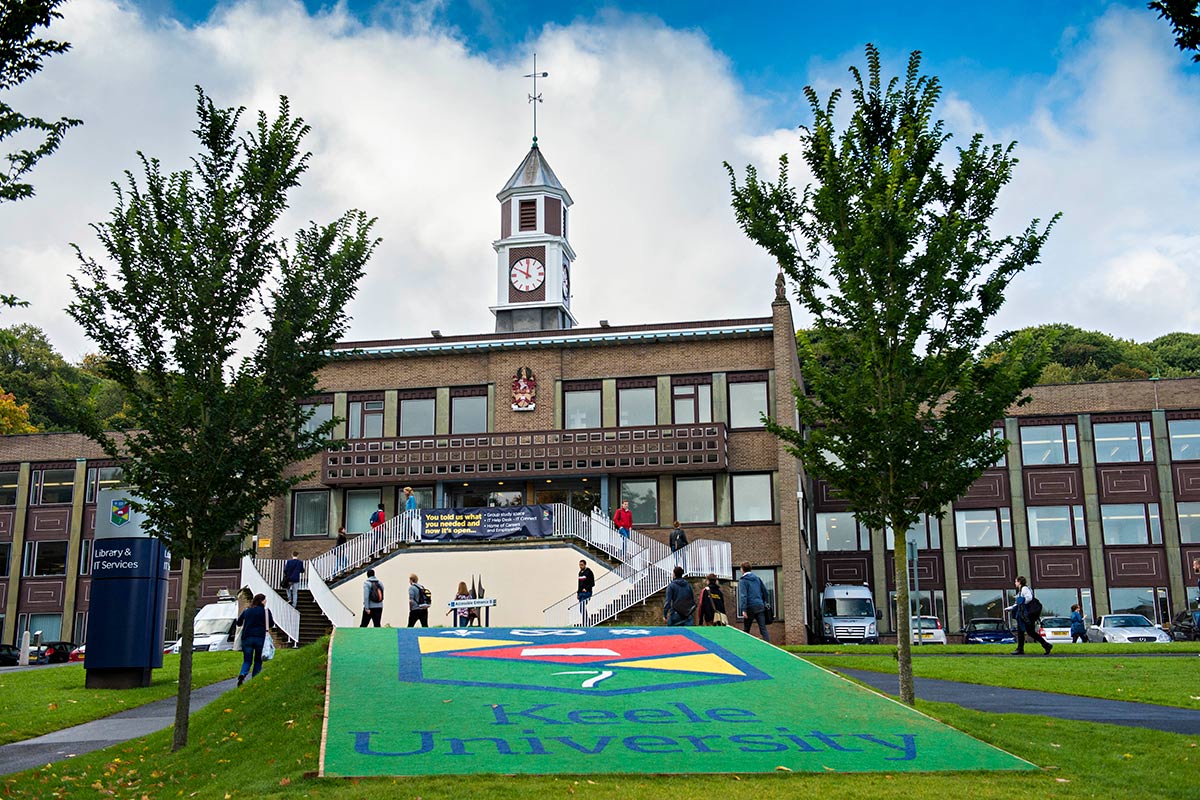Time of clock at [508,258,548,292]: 10:00
